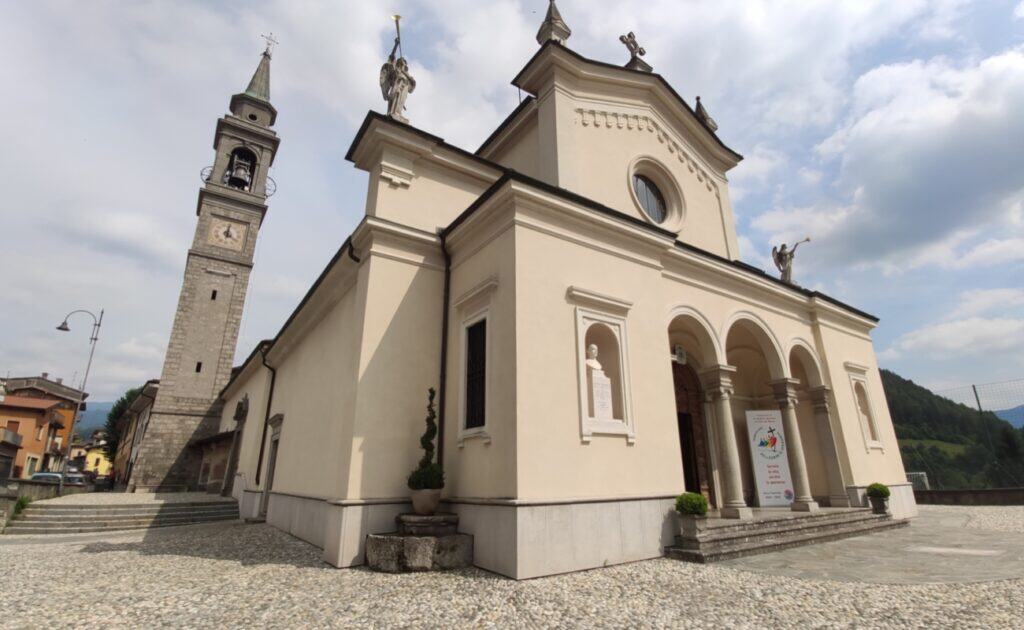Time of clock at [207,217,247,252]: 4:01
